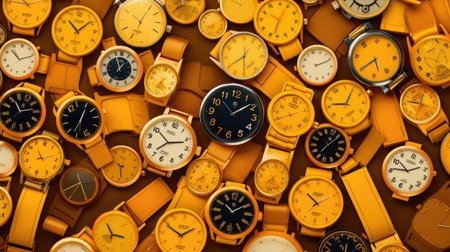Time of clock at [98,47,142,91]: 12:55
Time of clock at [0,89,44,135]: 11:13
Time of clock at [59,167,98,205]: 2:40
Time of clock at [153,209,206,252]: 1:50
